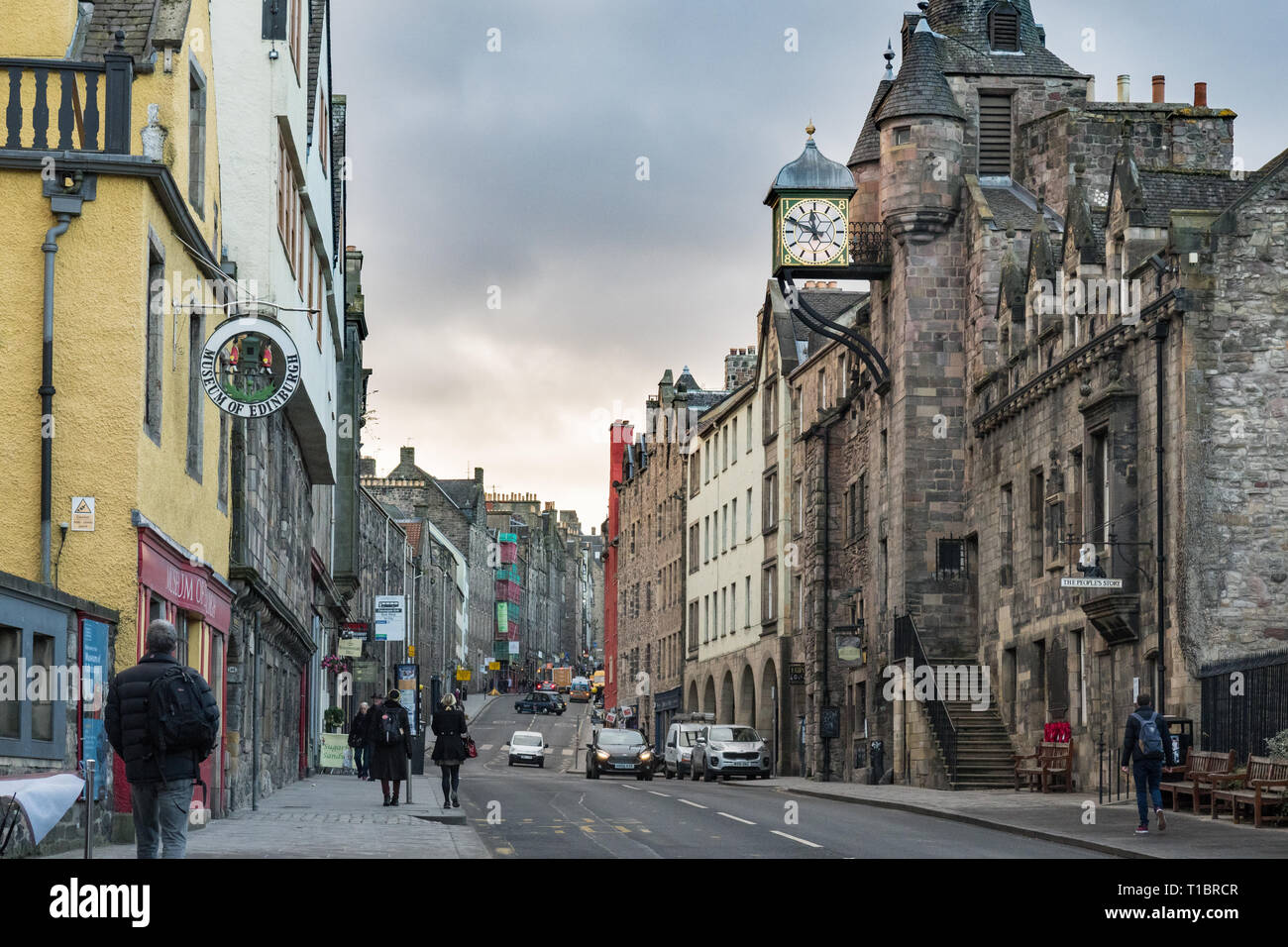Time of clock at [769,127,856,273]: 11:49
